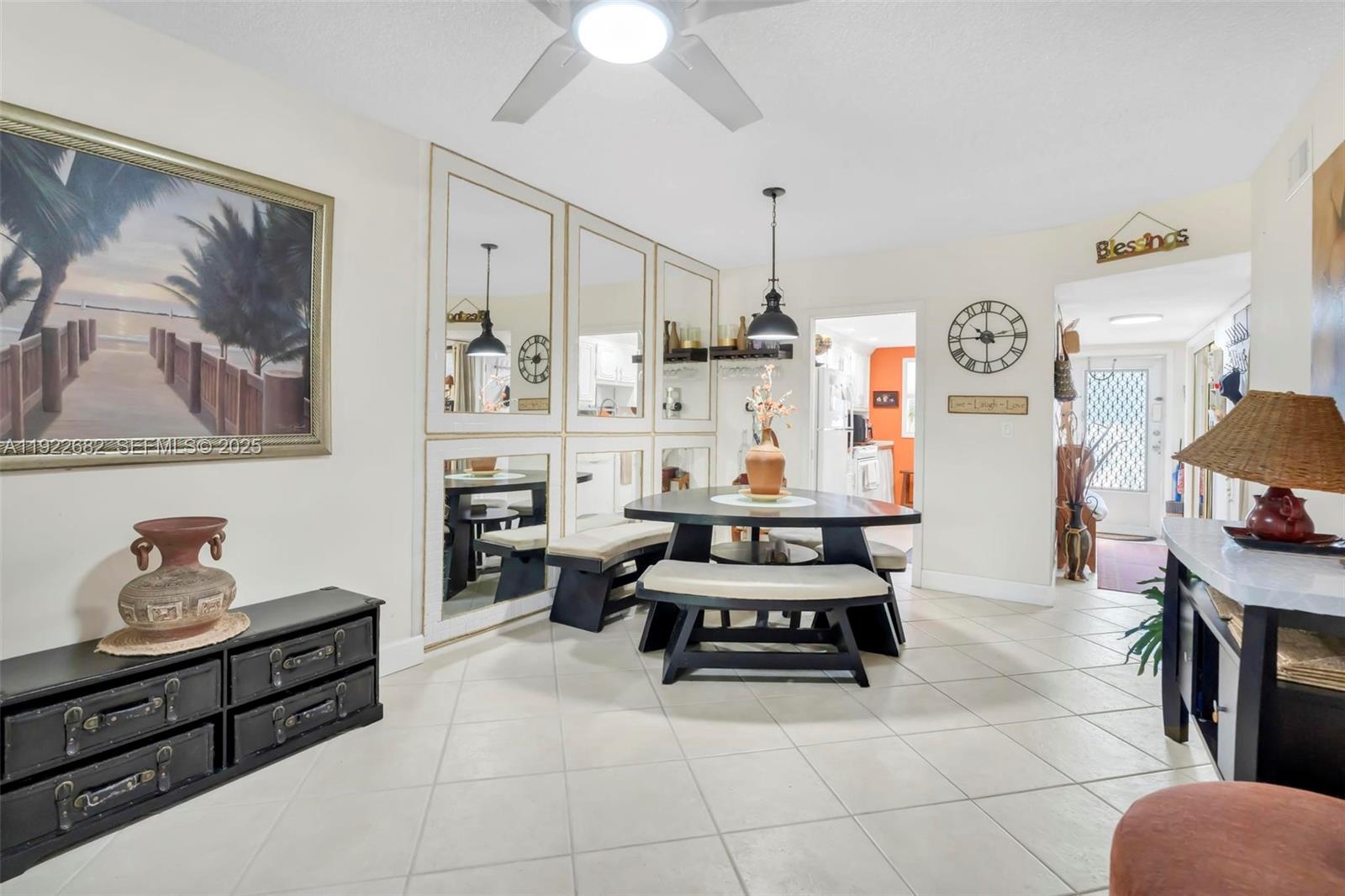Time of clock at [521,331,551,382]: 7:59
